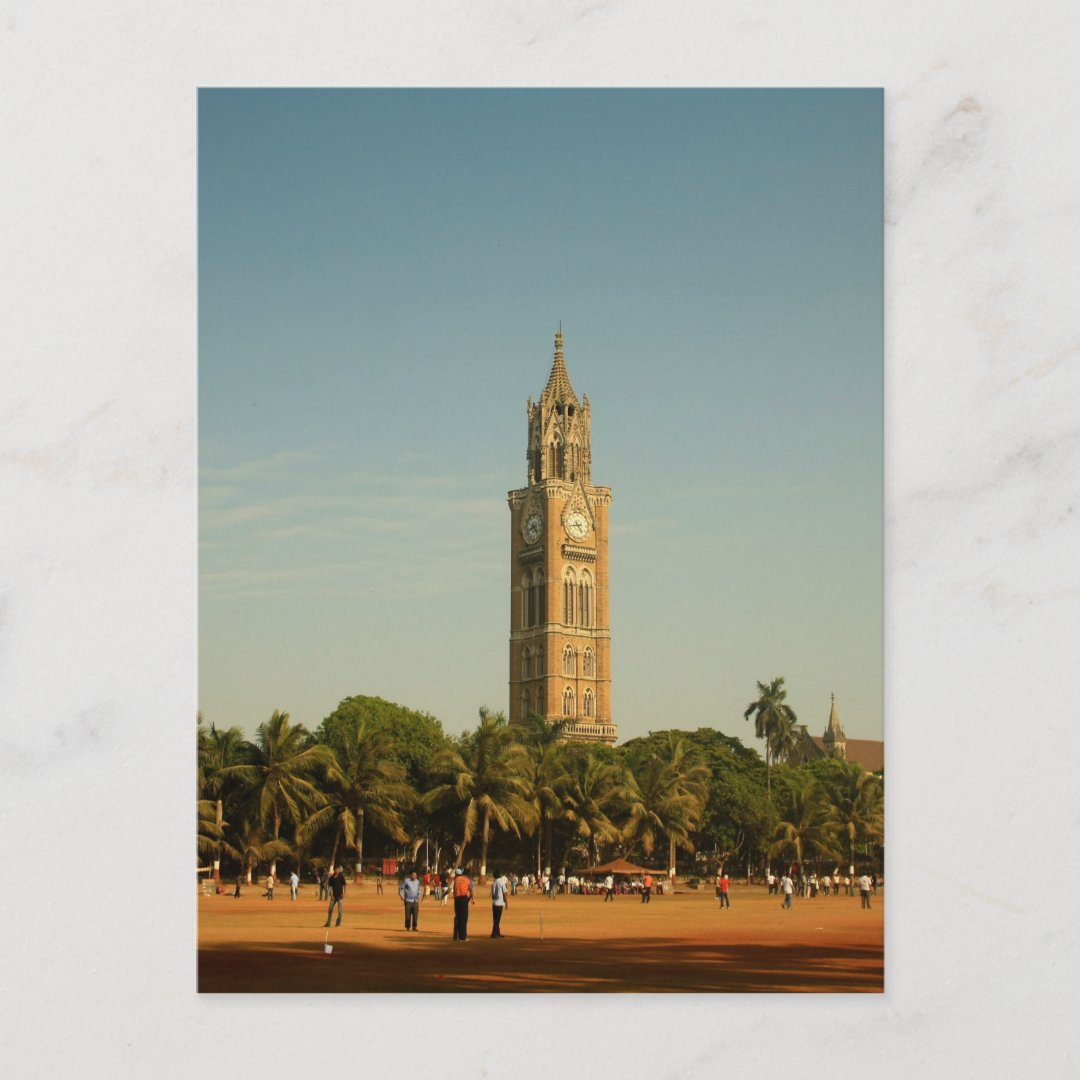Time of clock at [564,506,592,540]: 4:42
